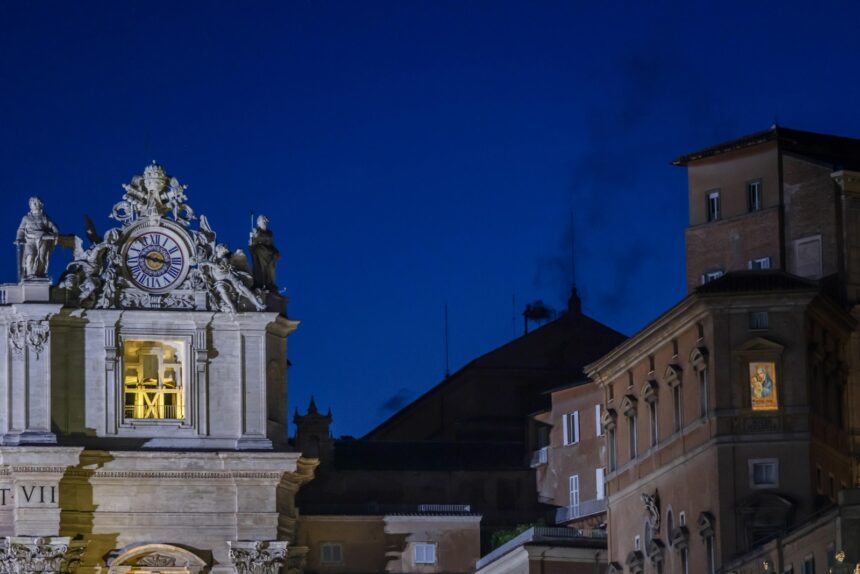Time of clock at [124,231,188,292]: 9:17
